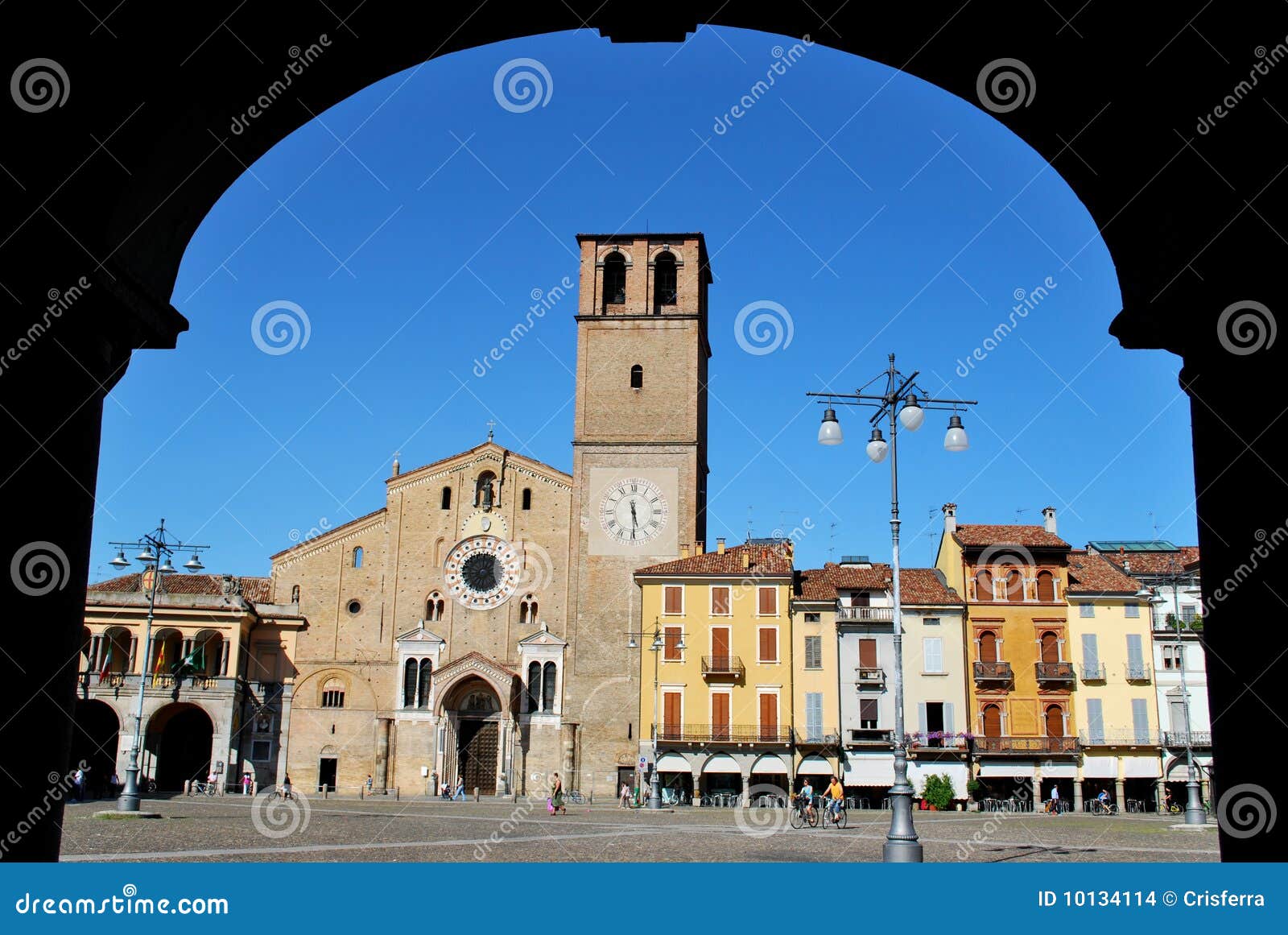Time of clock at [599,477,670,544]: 5:29
